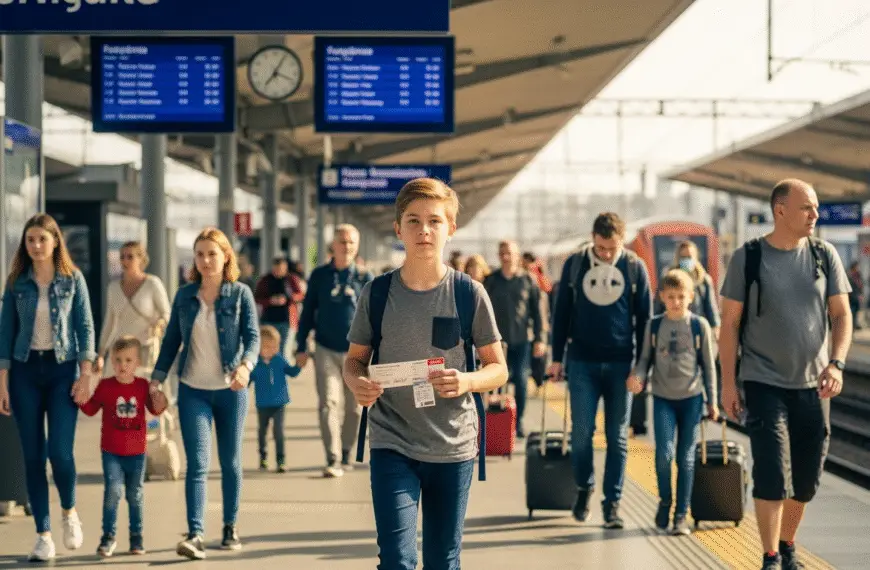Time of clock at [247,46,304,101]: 7:18
